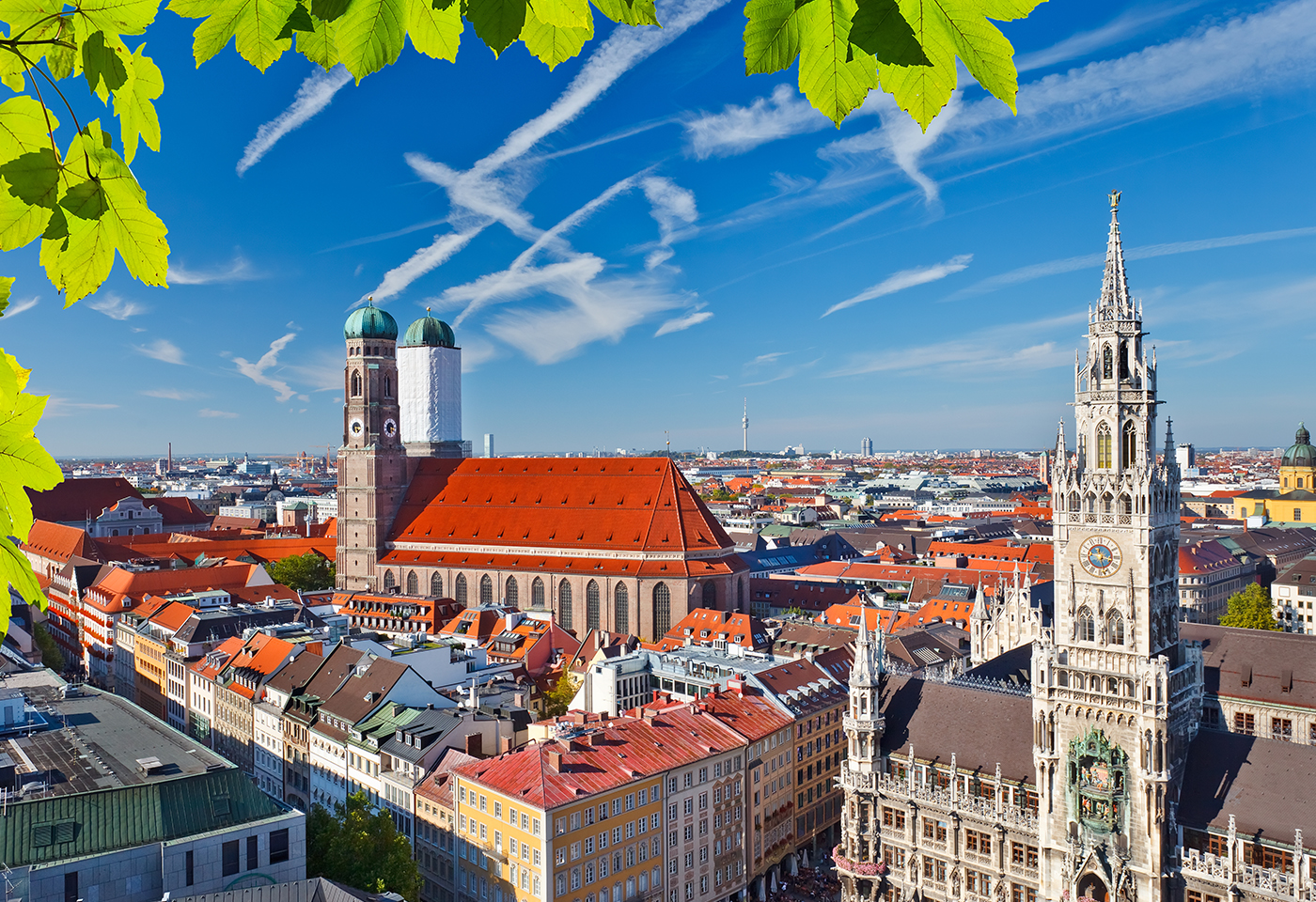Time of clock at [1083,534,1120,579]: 3:27
